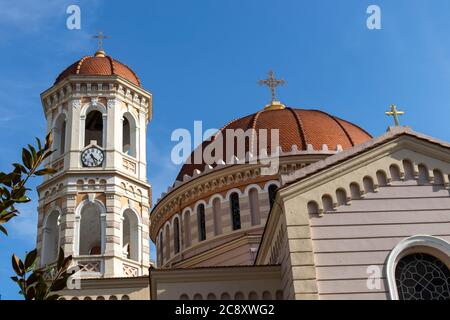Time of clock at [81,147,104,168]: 4:26
